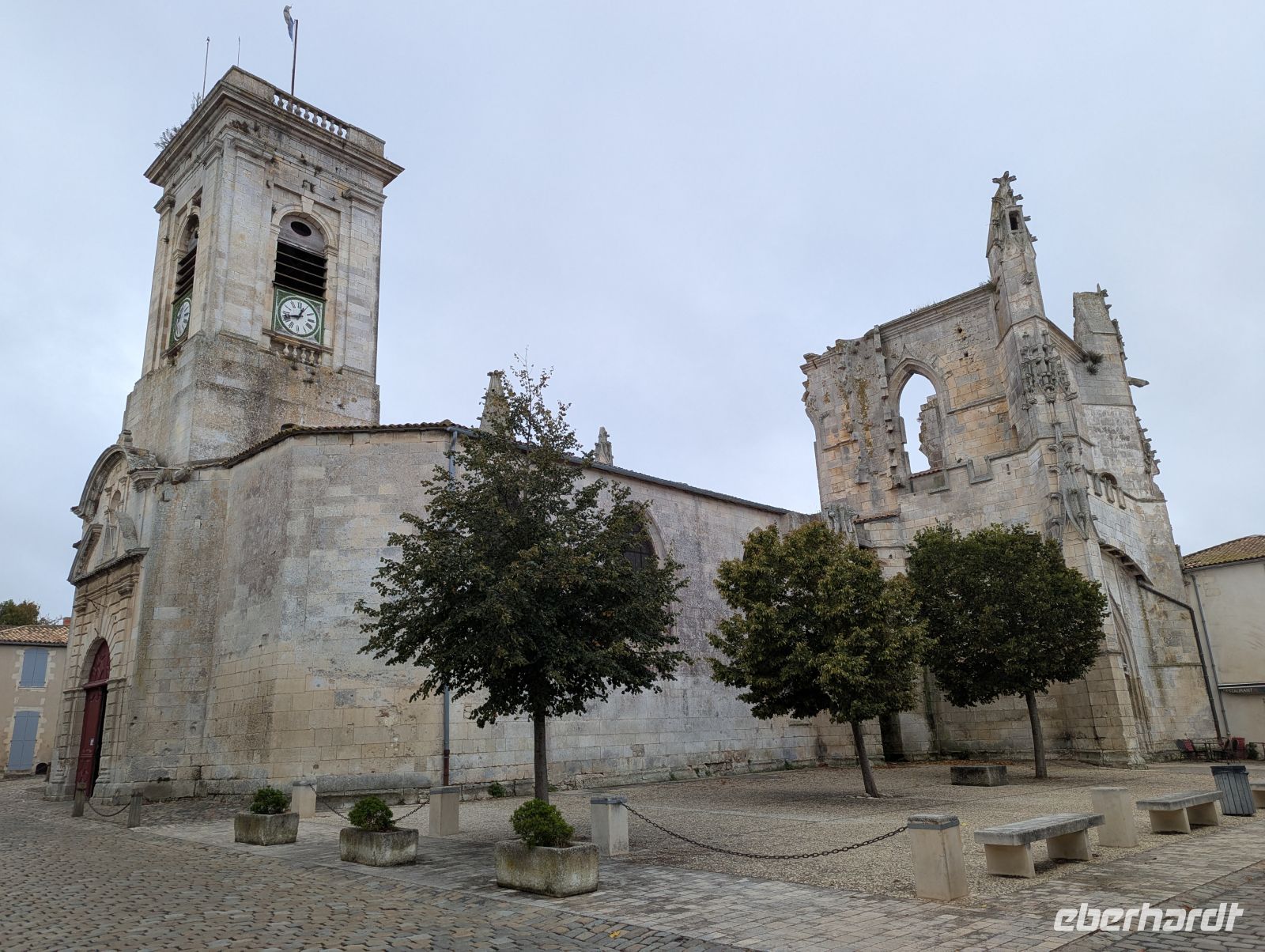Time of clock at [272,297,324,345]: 12:42
